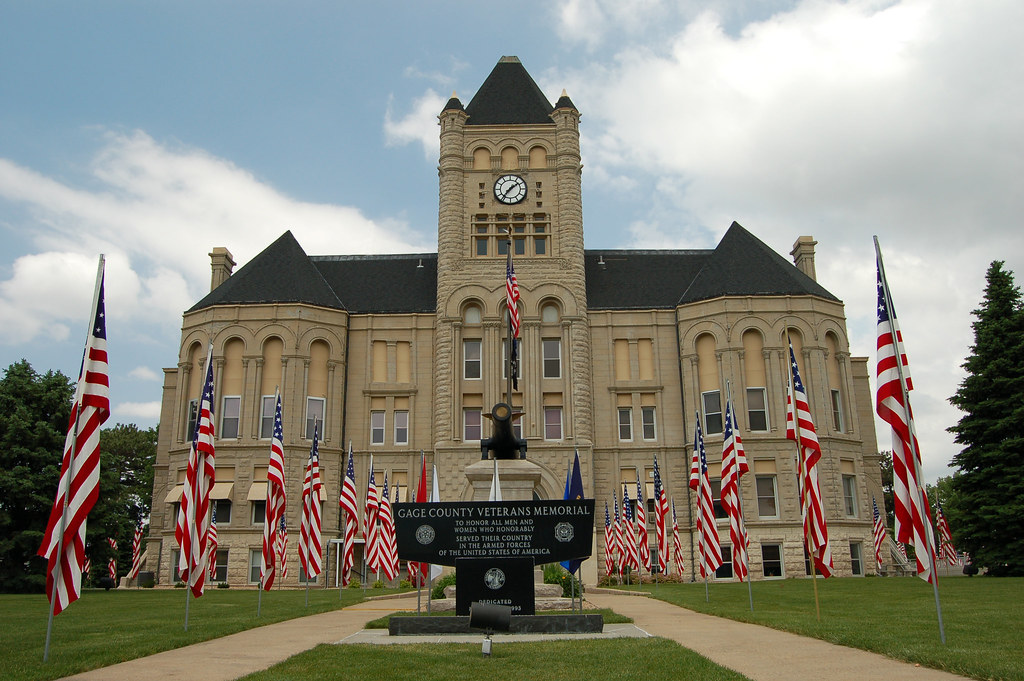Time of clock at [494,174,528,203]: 1:36
